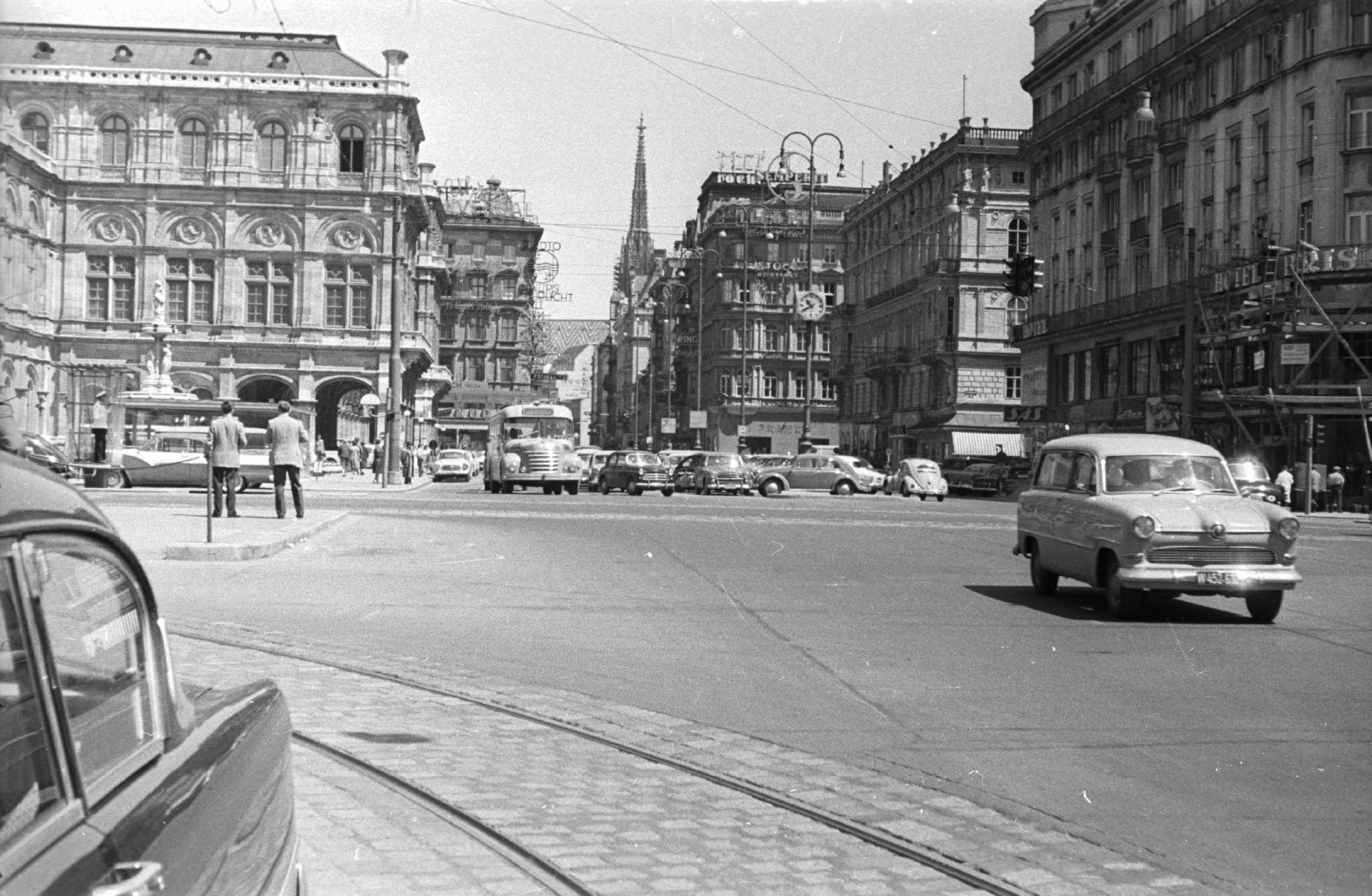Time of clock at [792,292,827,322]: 10:40
